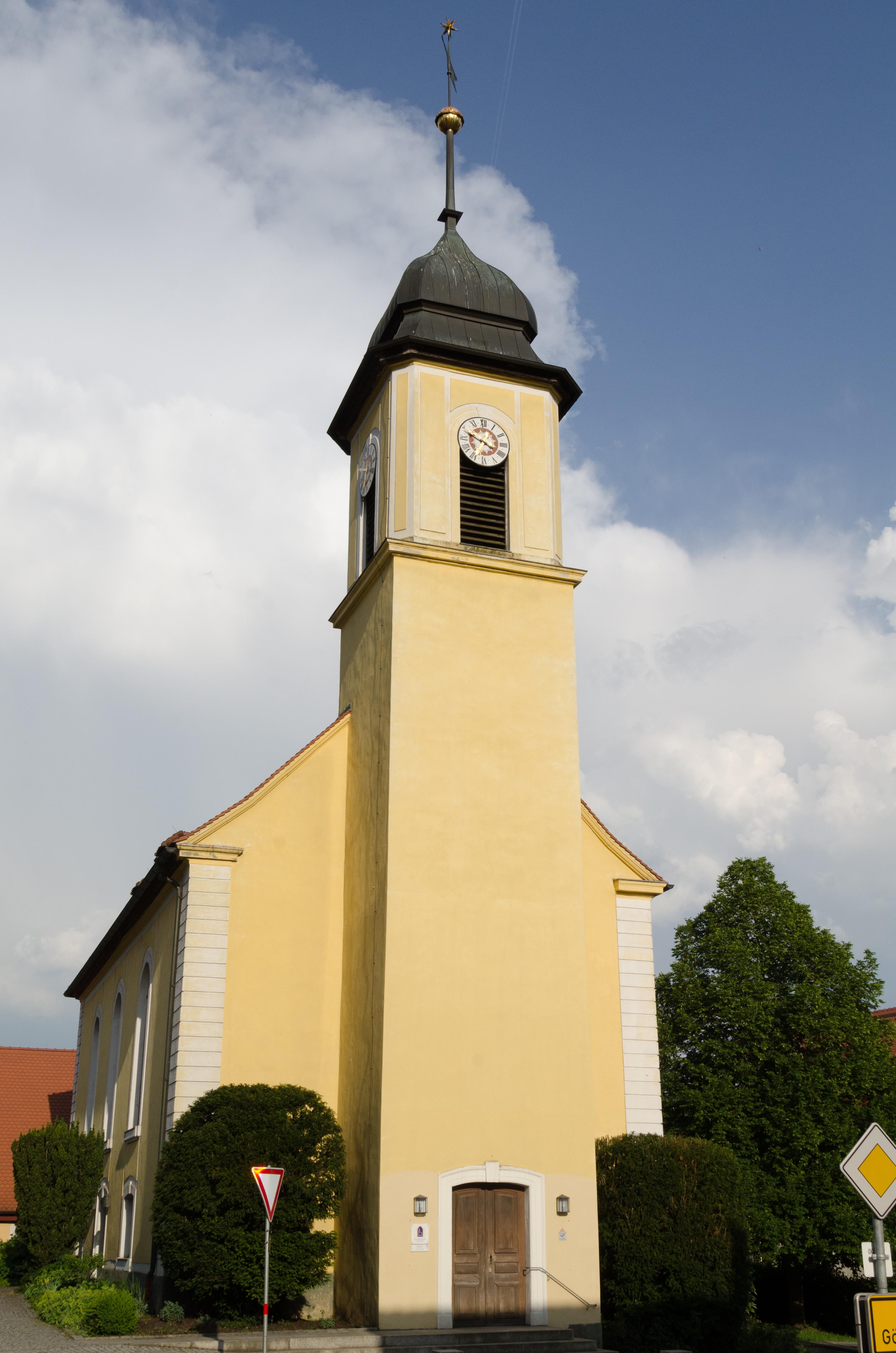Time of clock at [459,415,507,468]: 3:48
